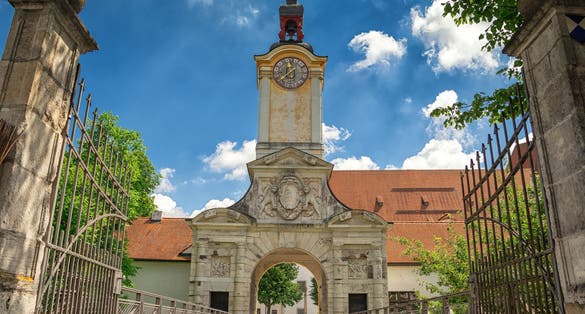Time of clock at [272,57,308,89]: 11:37
